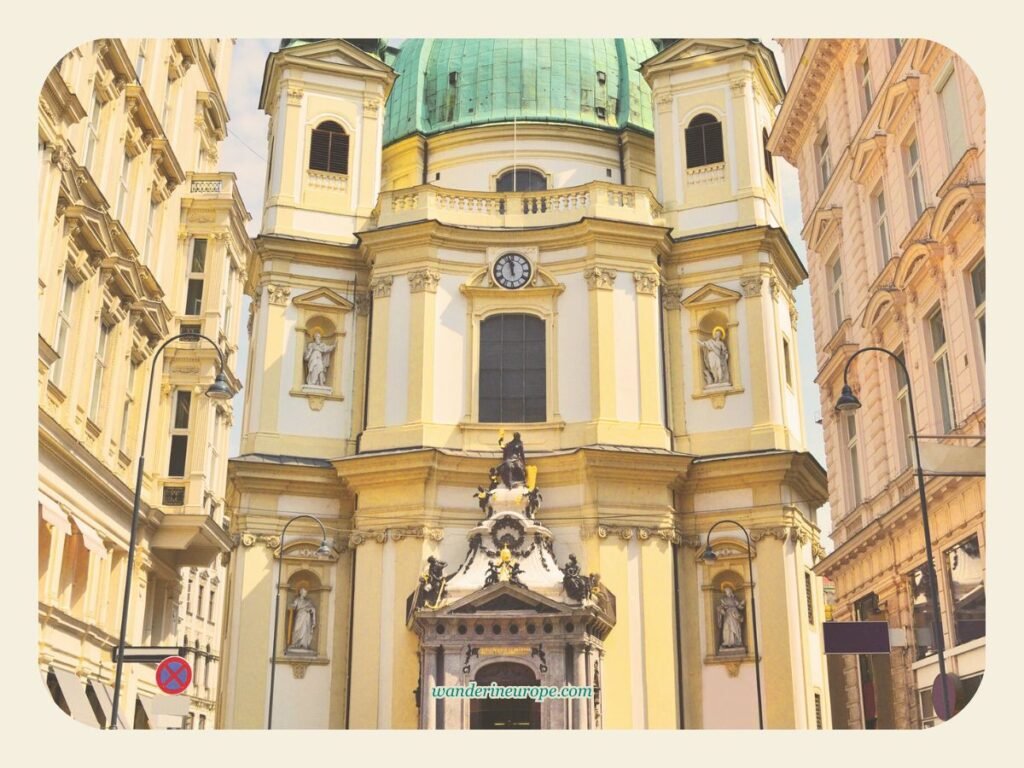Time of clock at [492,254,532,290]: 11:57
